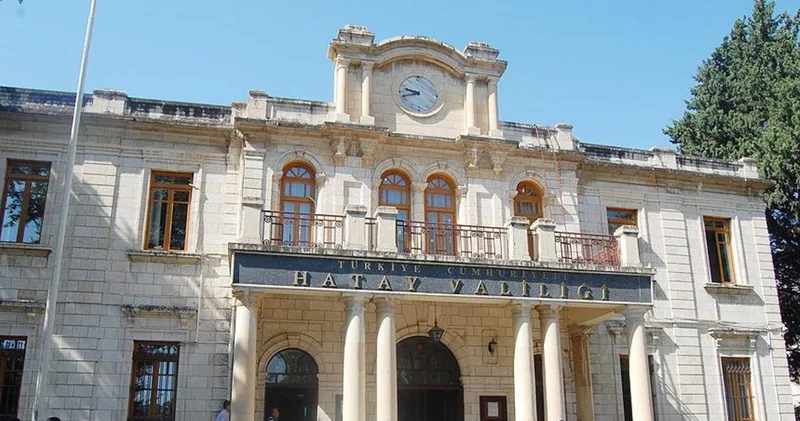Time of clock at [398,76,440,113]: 9:42
